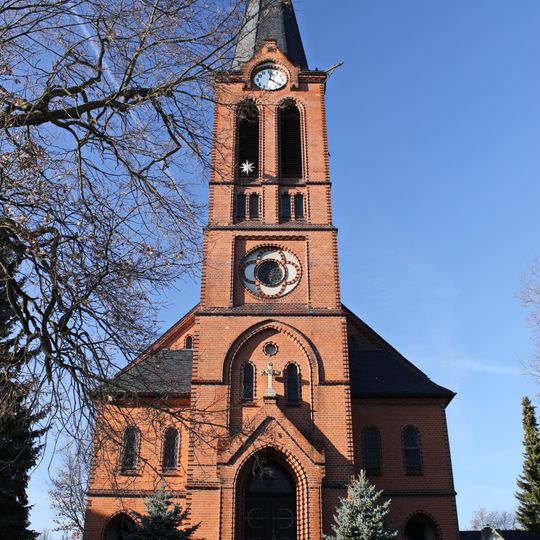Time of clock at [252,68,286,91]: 12:21
